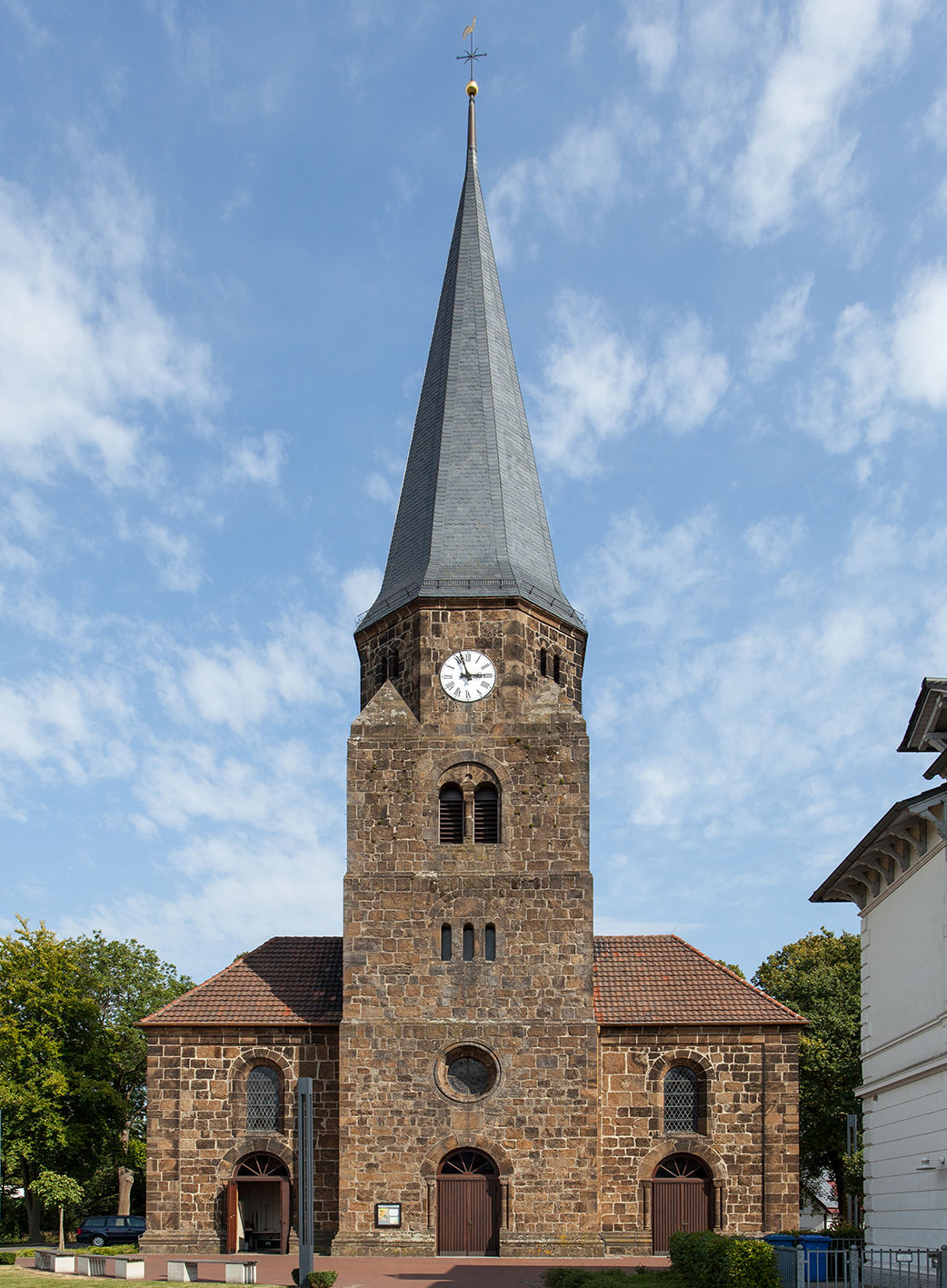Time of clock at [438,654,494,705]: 2:57
